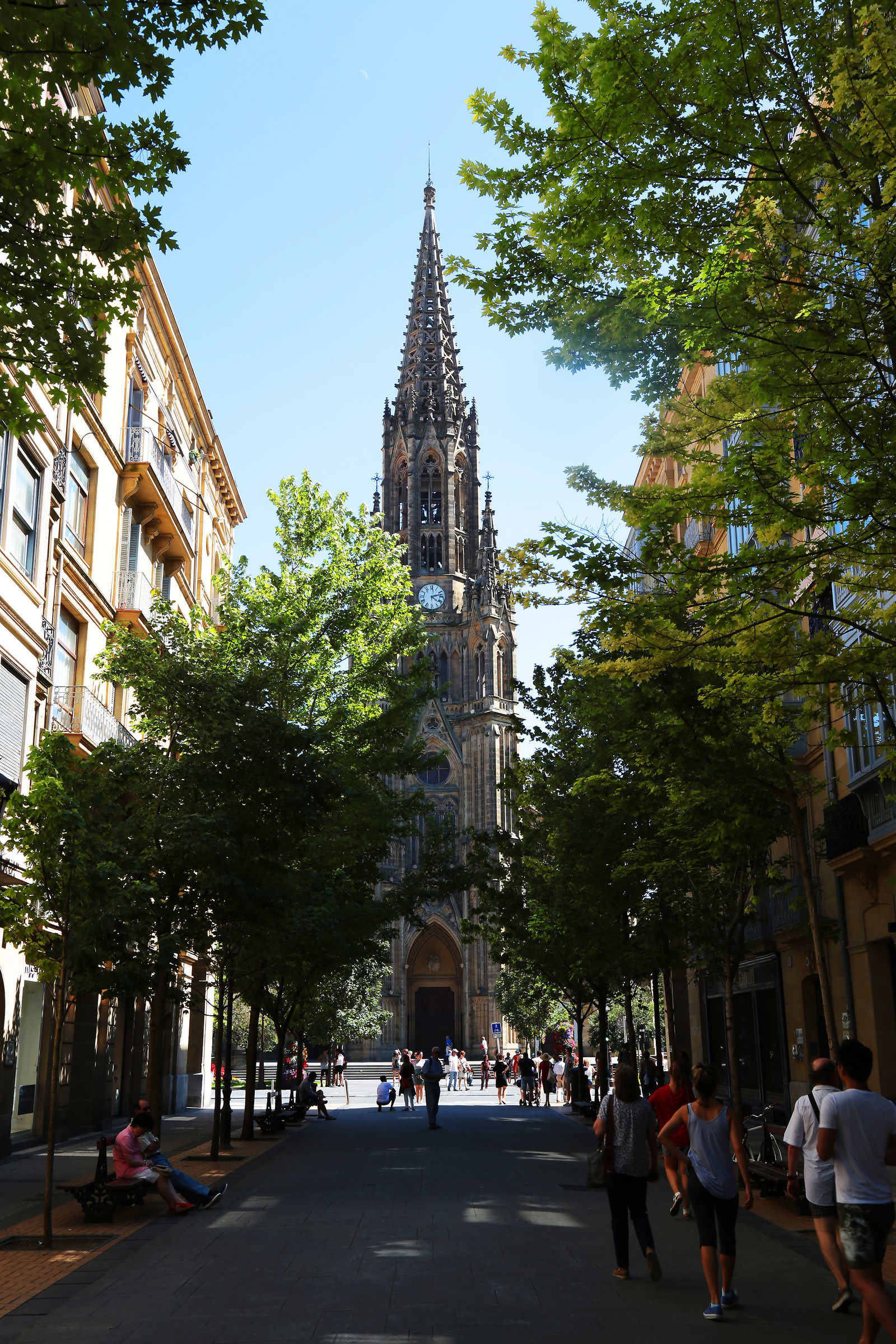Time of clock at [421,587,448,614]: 4:12
